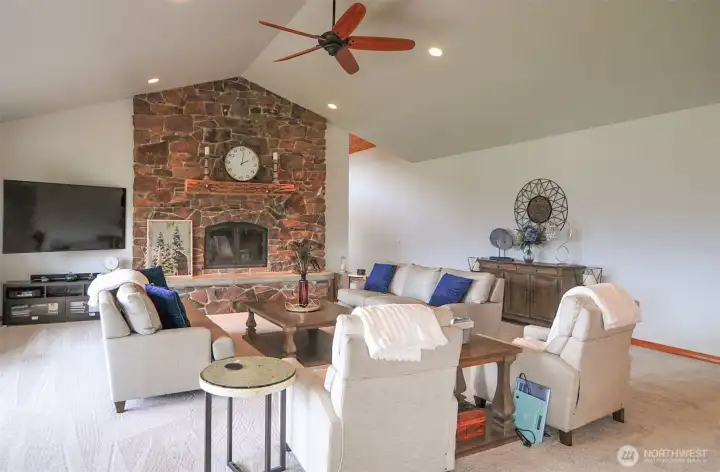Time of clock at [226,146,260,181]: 2:01
